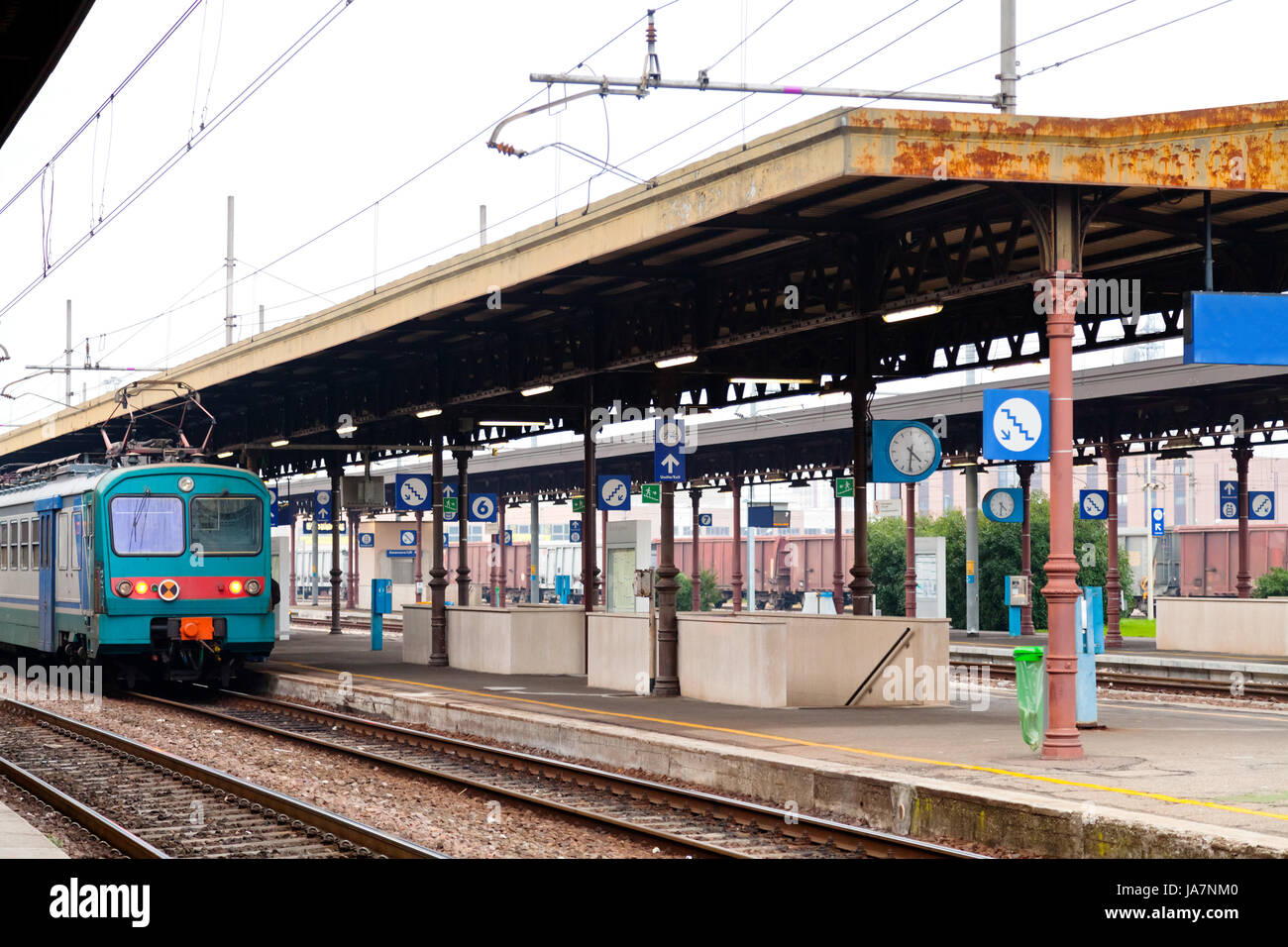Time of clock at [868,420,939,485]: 4:31
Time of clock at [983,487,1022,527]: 4:31
